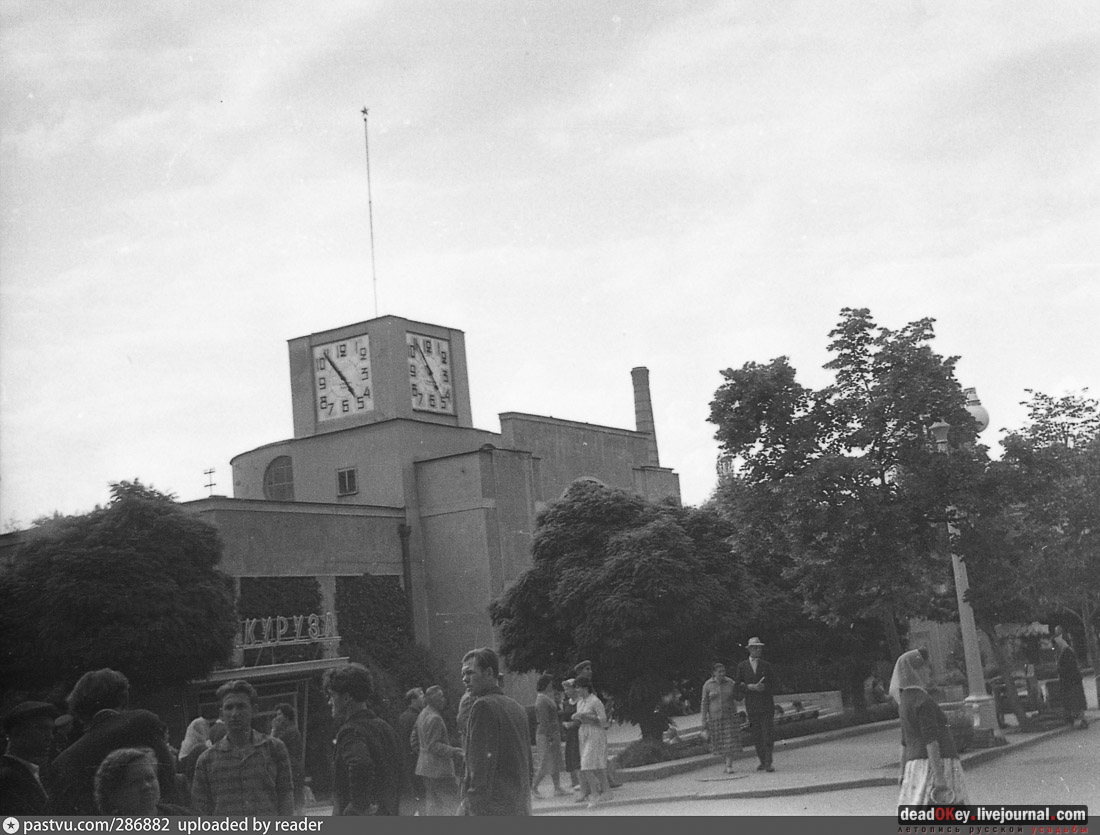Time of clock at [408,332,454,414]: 4:54
